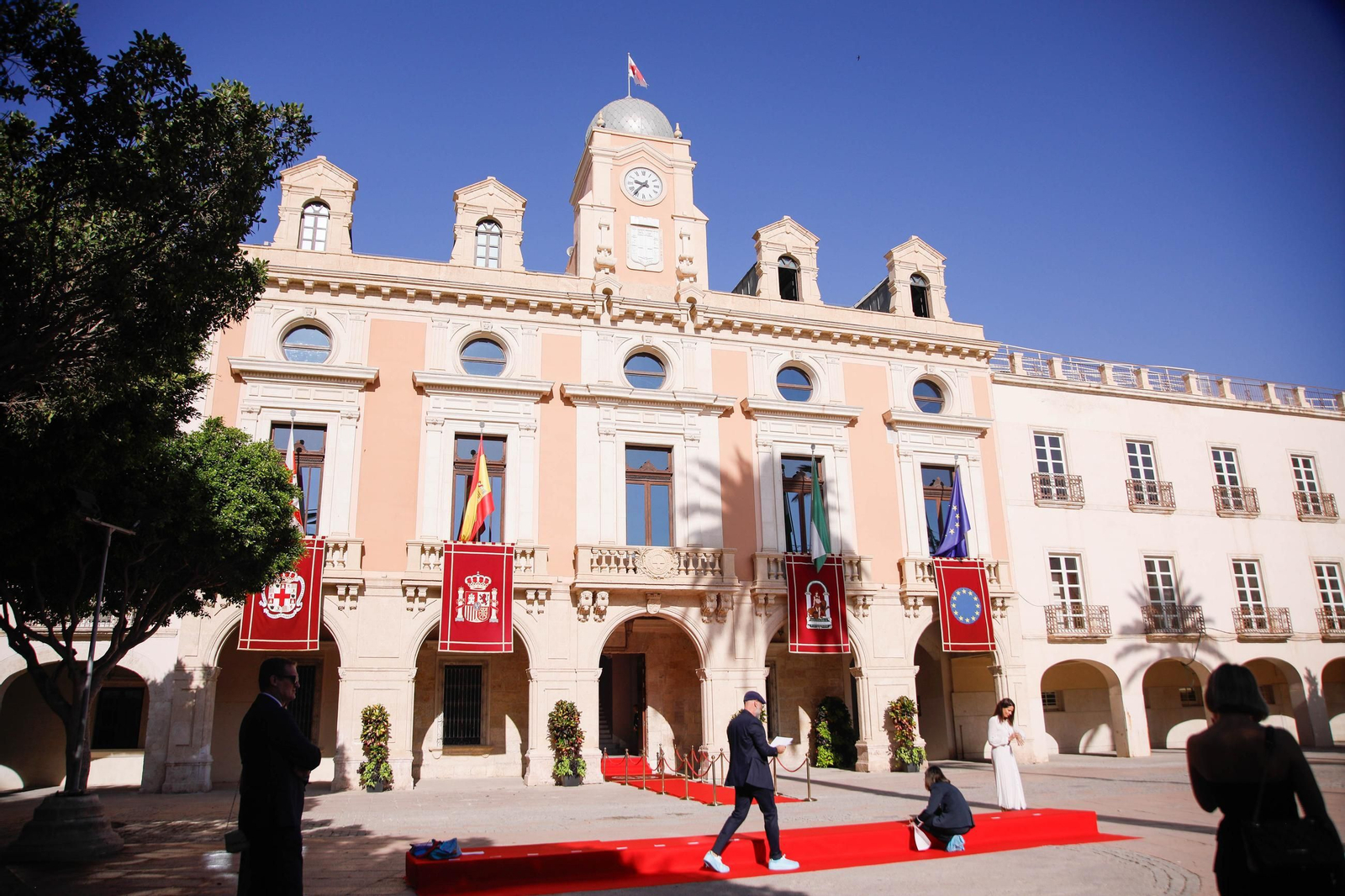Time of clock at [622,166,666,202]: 9:36
